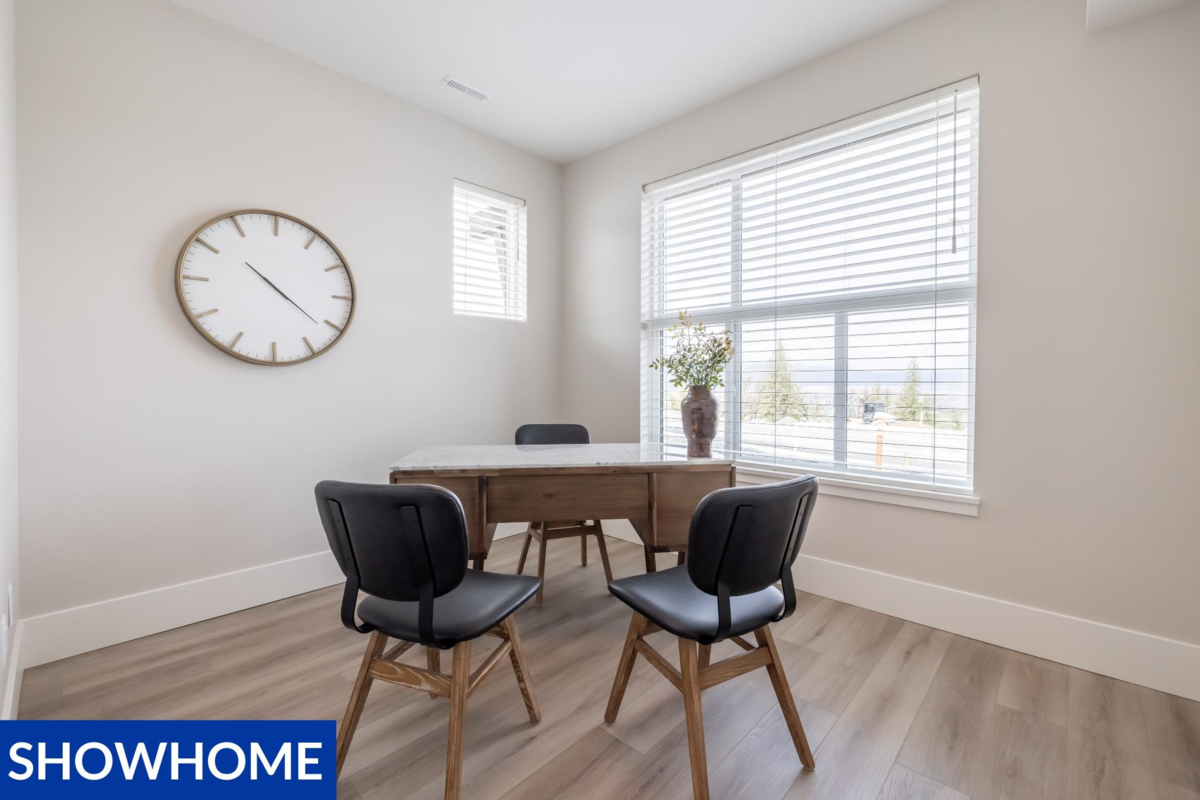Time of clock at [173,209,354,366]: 4:21
